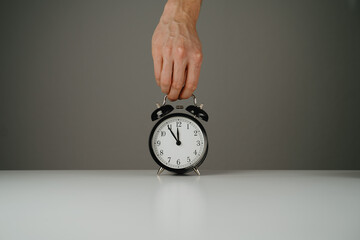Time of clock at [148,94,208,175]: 11:54
